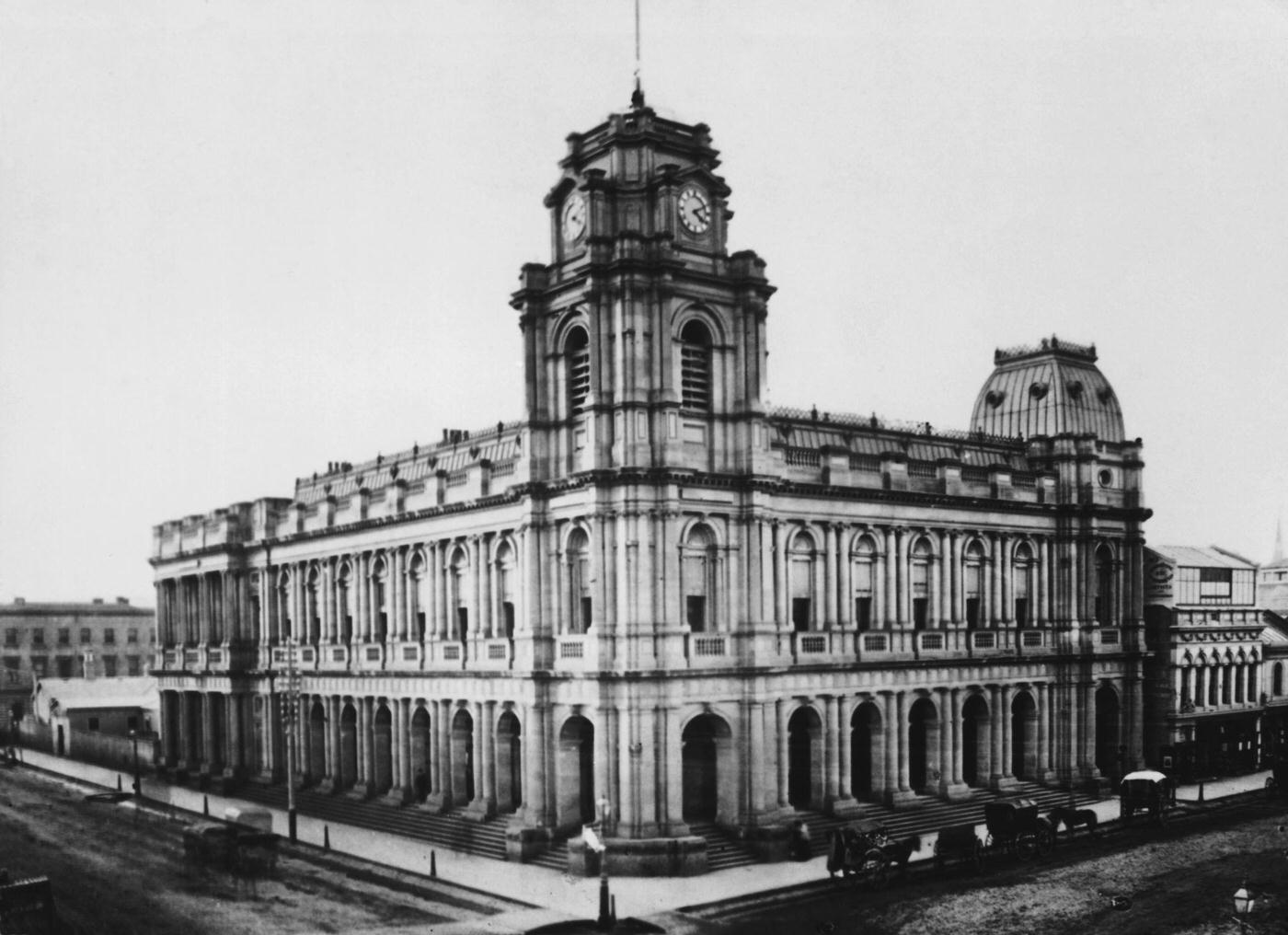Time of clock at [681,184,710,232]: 4:10
